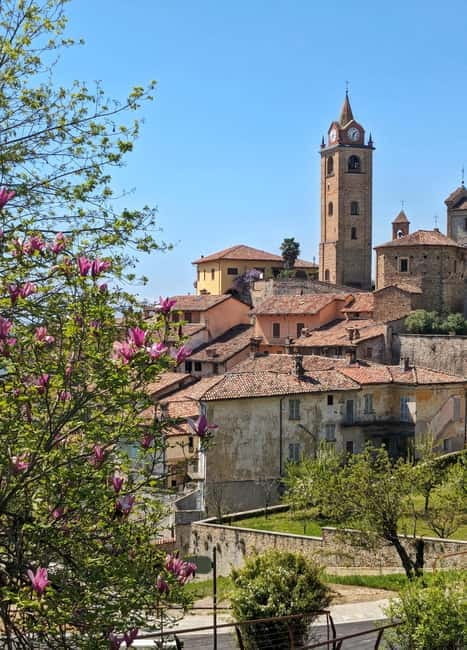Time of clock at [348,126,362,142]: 1:32
